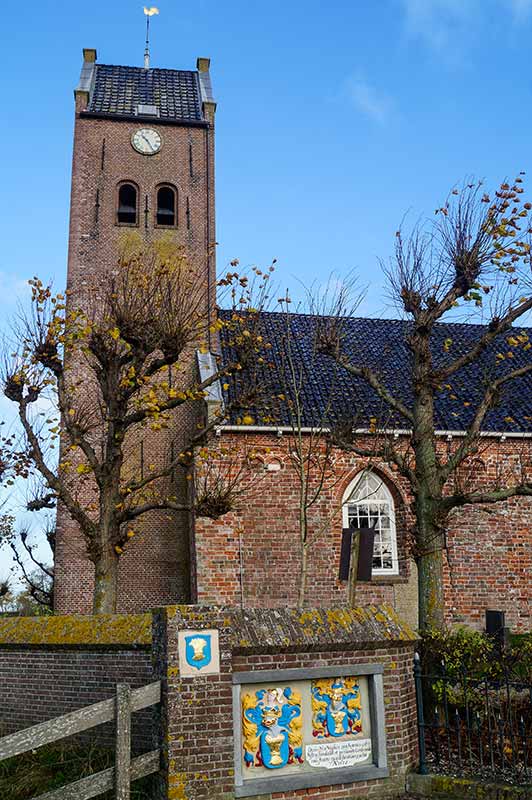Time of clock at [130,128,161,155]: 10:24
